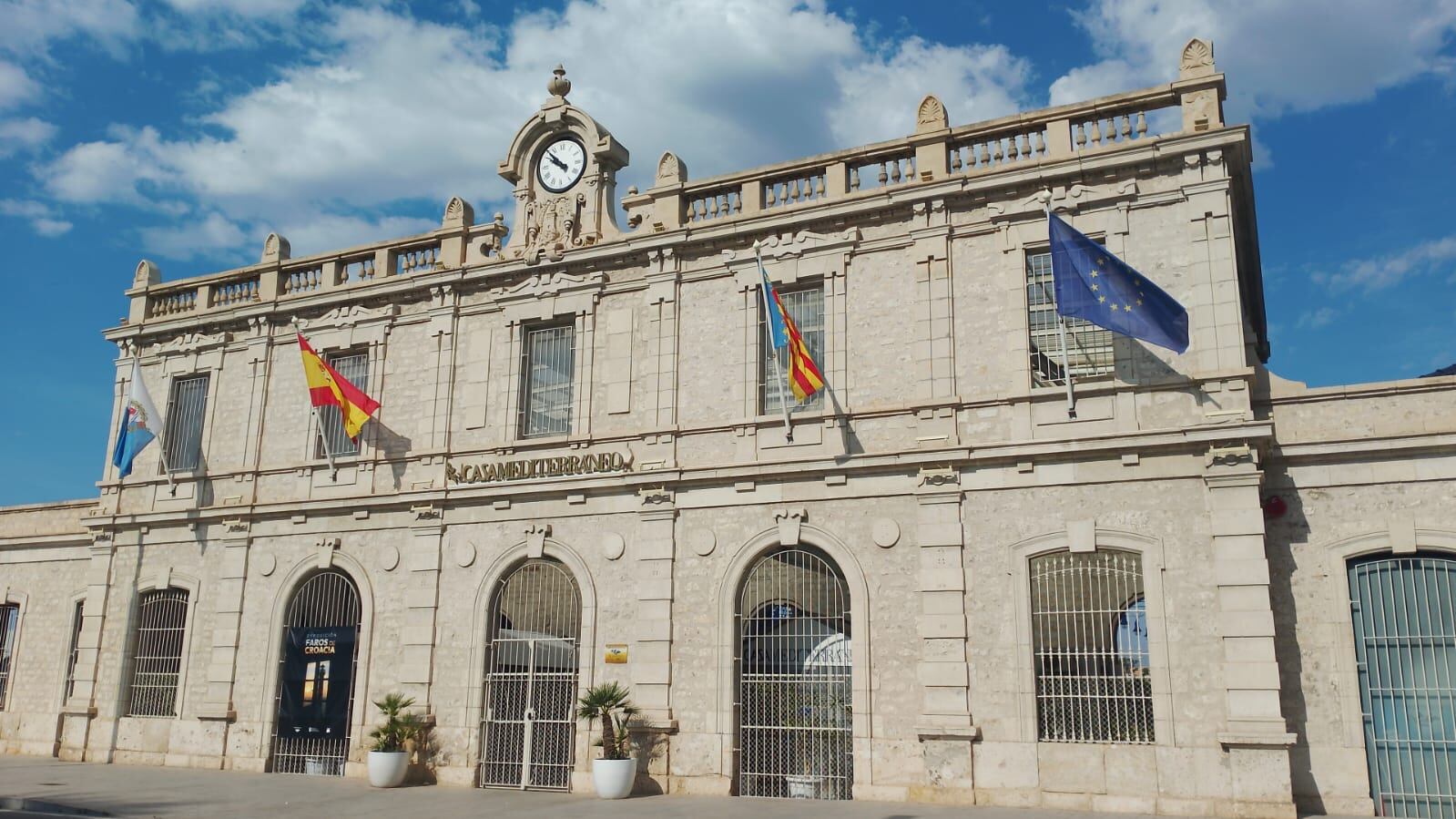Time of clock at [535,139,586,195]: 9:52
